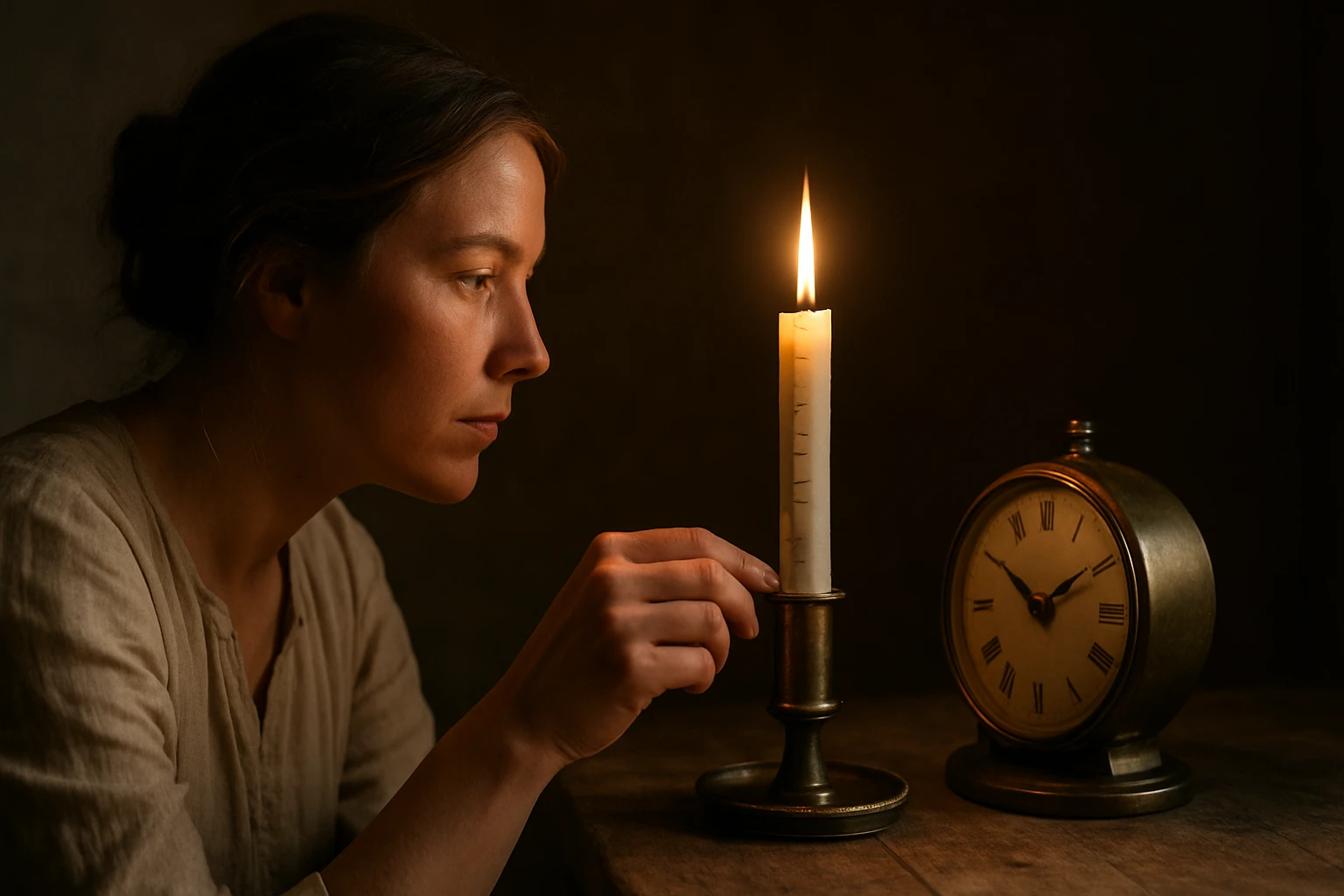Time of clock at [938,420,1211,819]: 1:50
